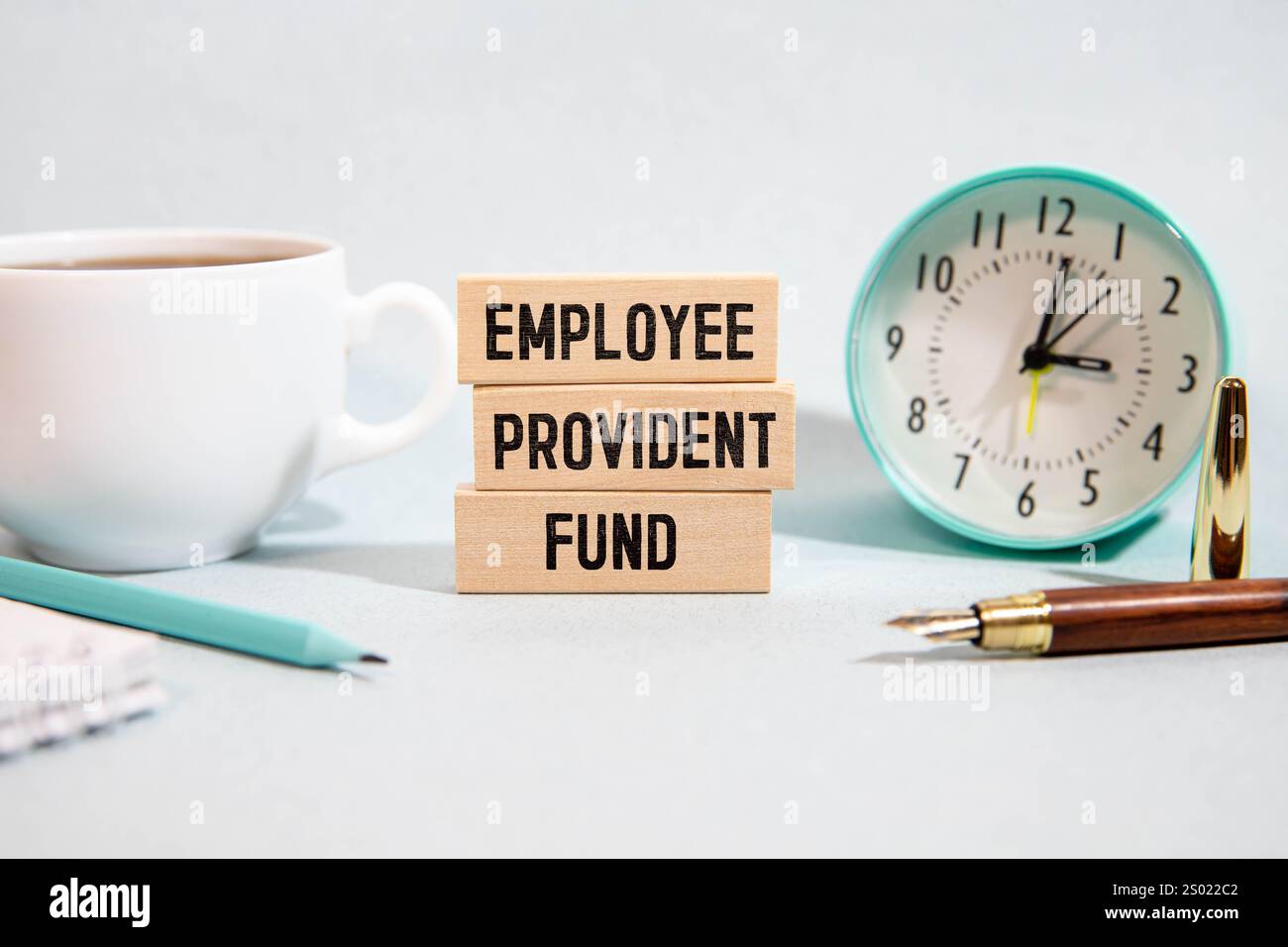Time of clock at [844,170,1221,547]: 3:01
